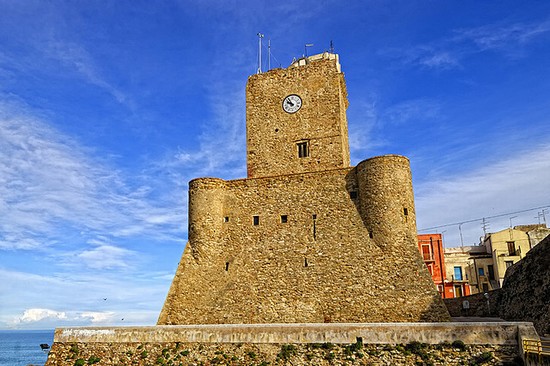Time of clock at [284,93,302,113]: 9:54
